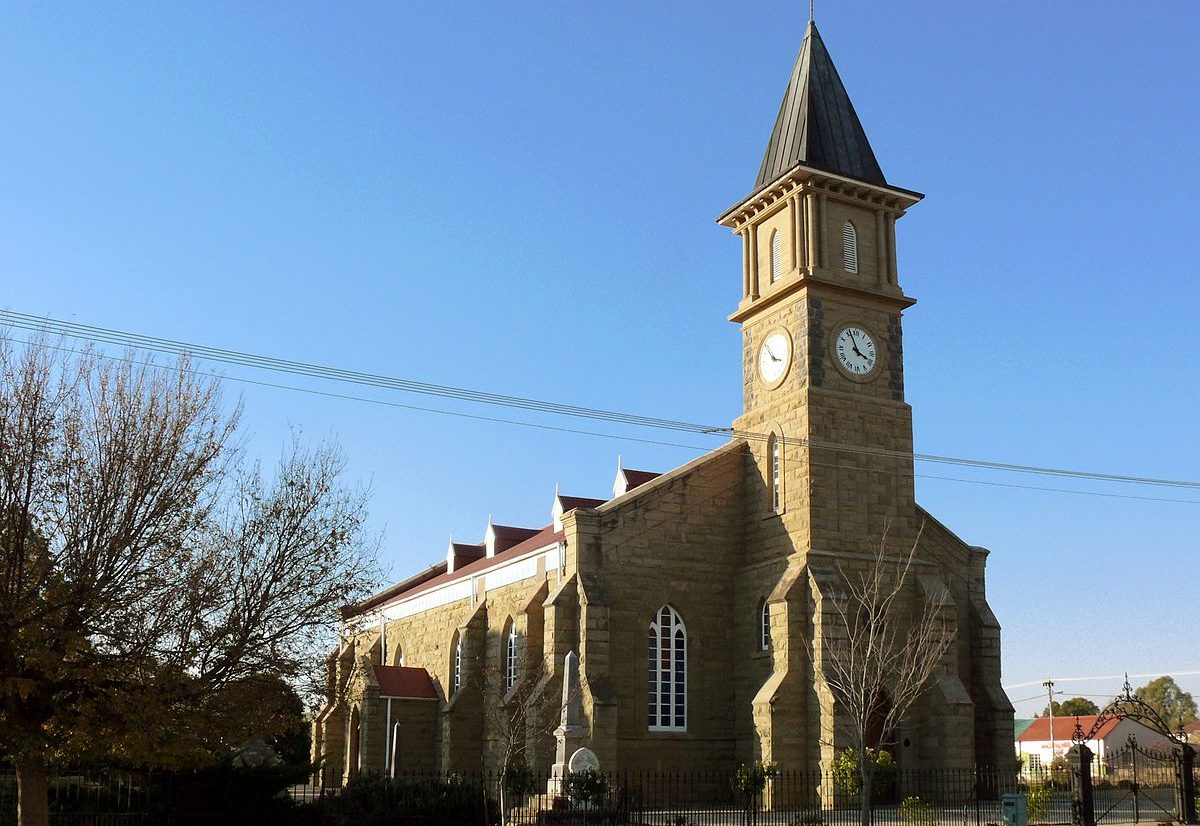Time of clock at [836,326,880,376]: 3:56
